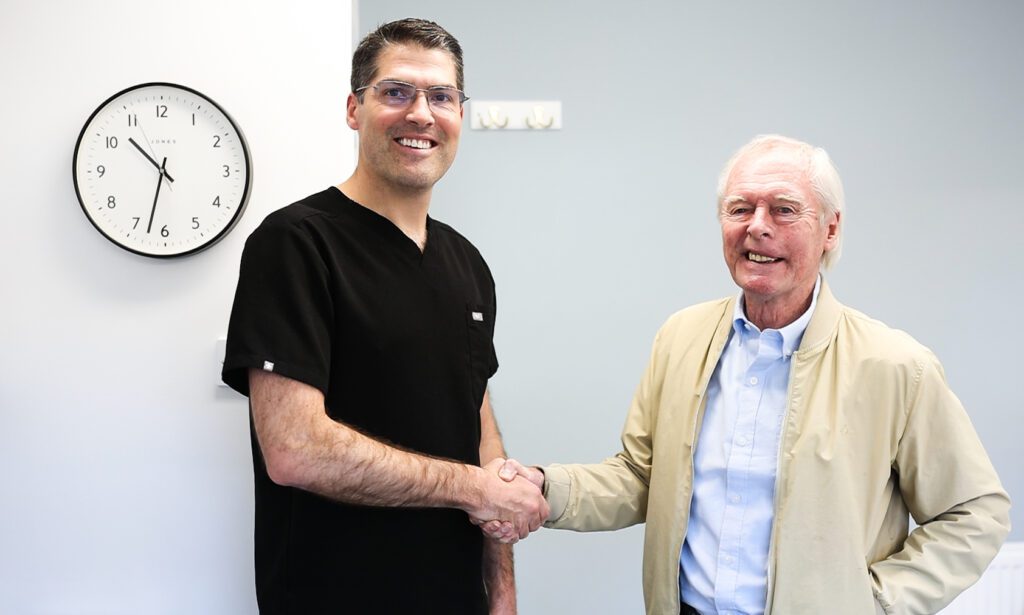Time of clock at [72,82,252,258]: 10:32
